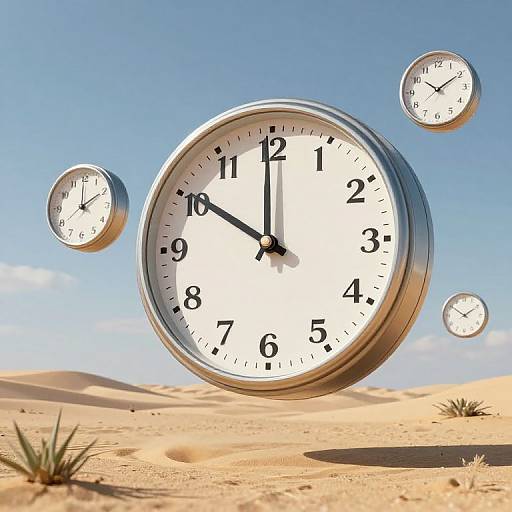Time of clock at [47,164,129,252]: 1:59
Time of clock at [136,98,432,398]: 9:59
